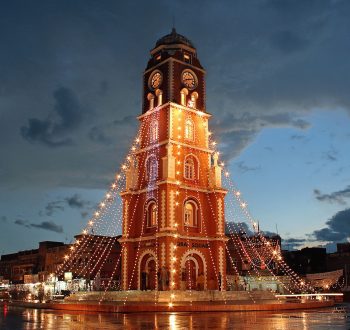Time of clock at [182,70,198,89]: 8:12
